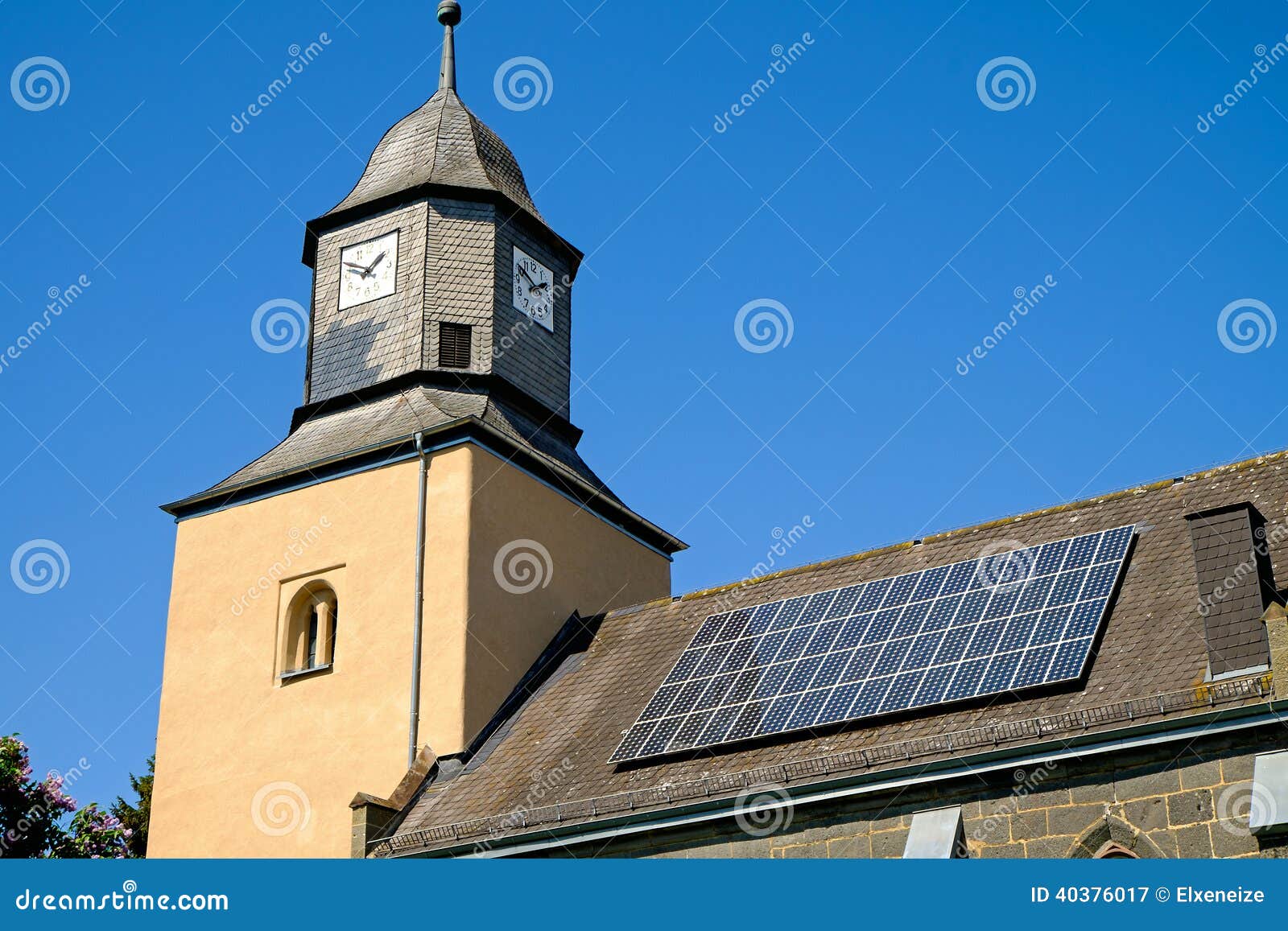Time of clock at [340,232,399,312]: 1:50
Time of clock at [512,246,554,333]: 1:50
